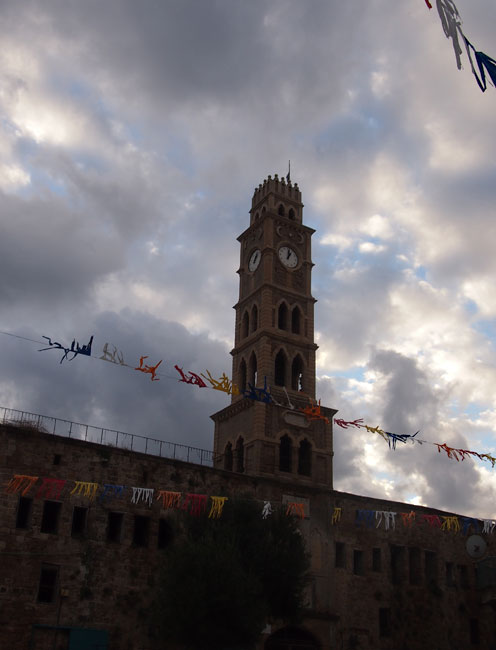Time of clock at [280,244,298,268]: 1:01
